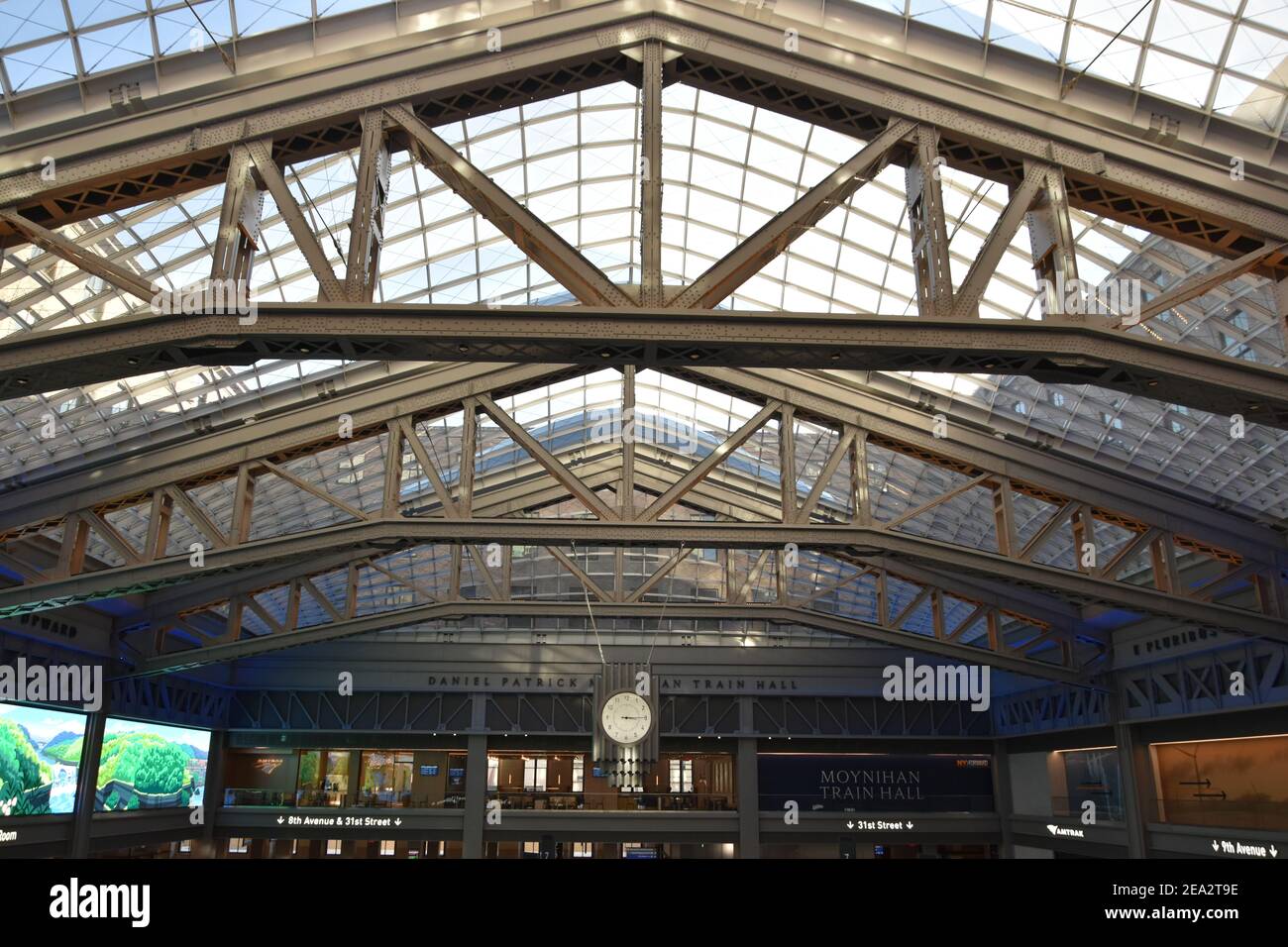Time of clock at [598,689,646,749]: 3:14
